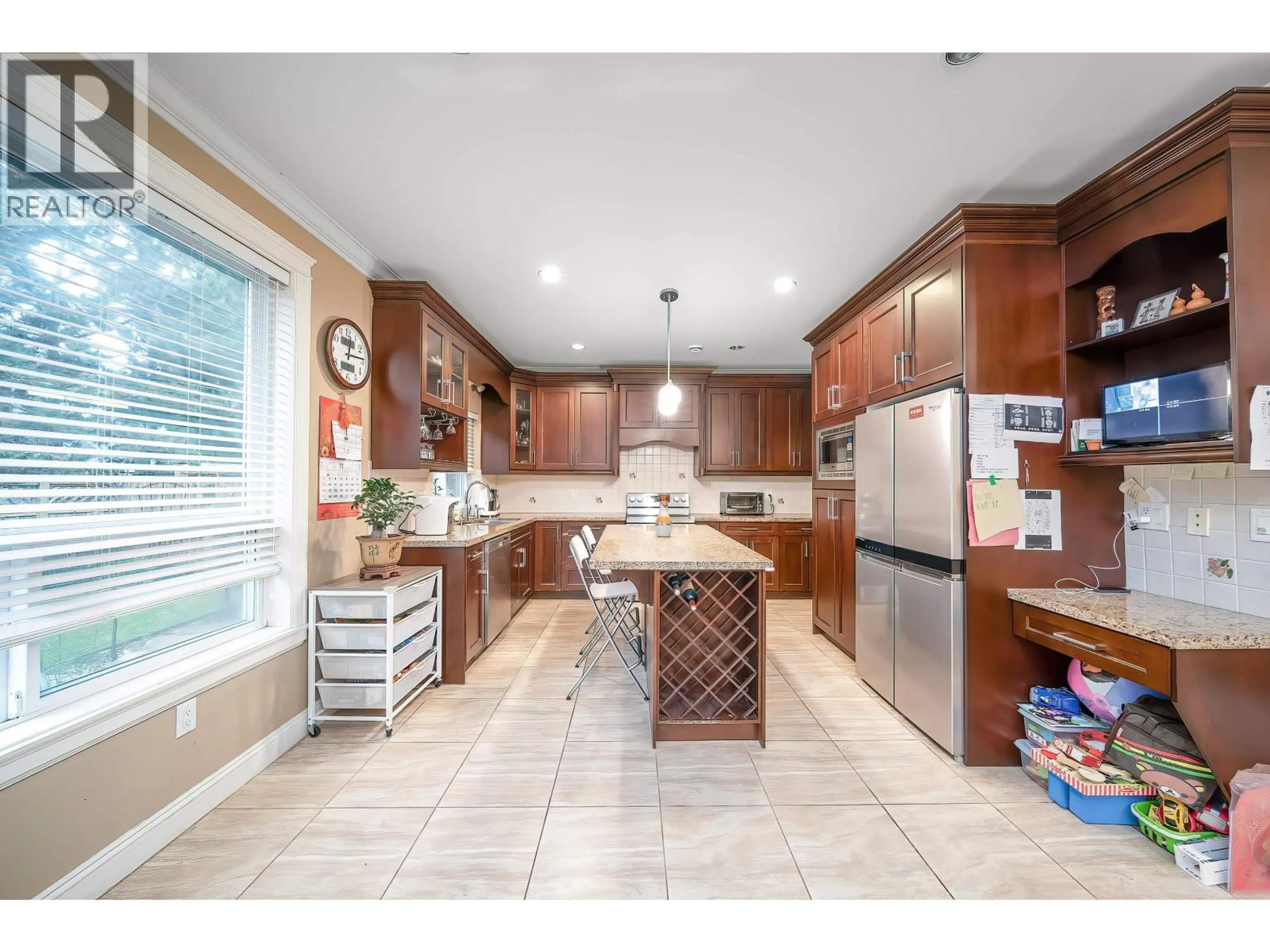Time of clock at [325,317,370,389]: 12:14
